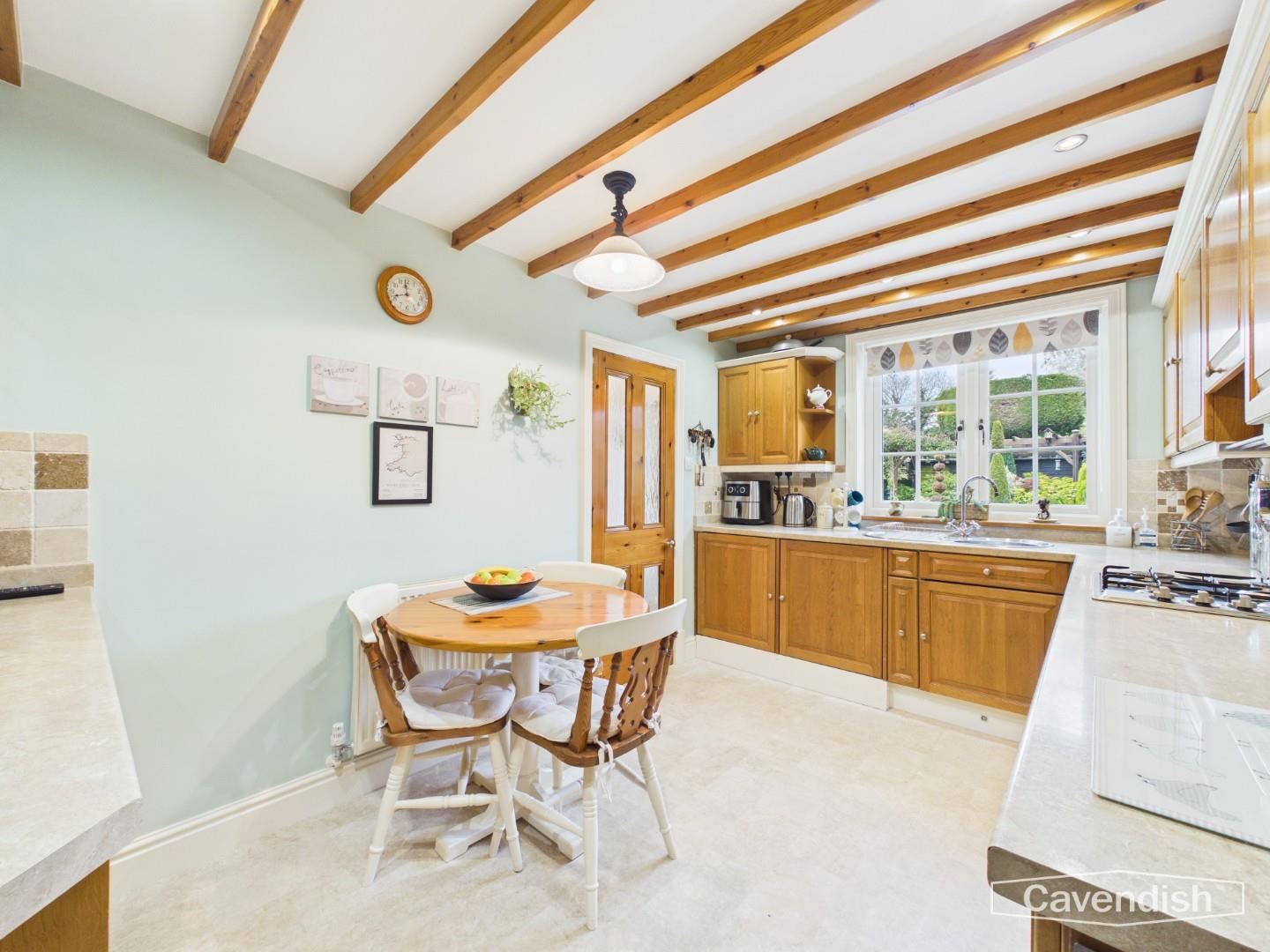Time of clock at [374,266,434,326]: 11:41
